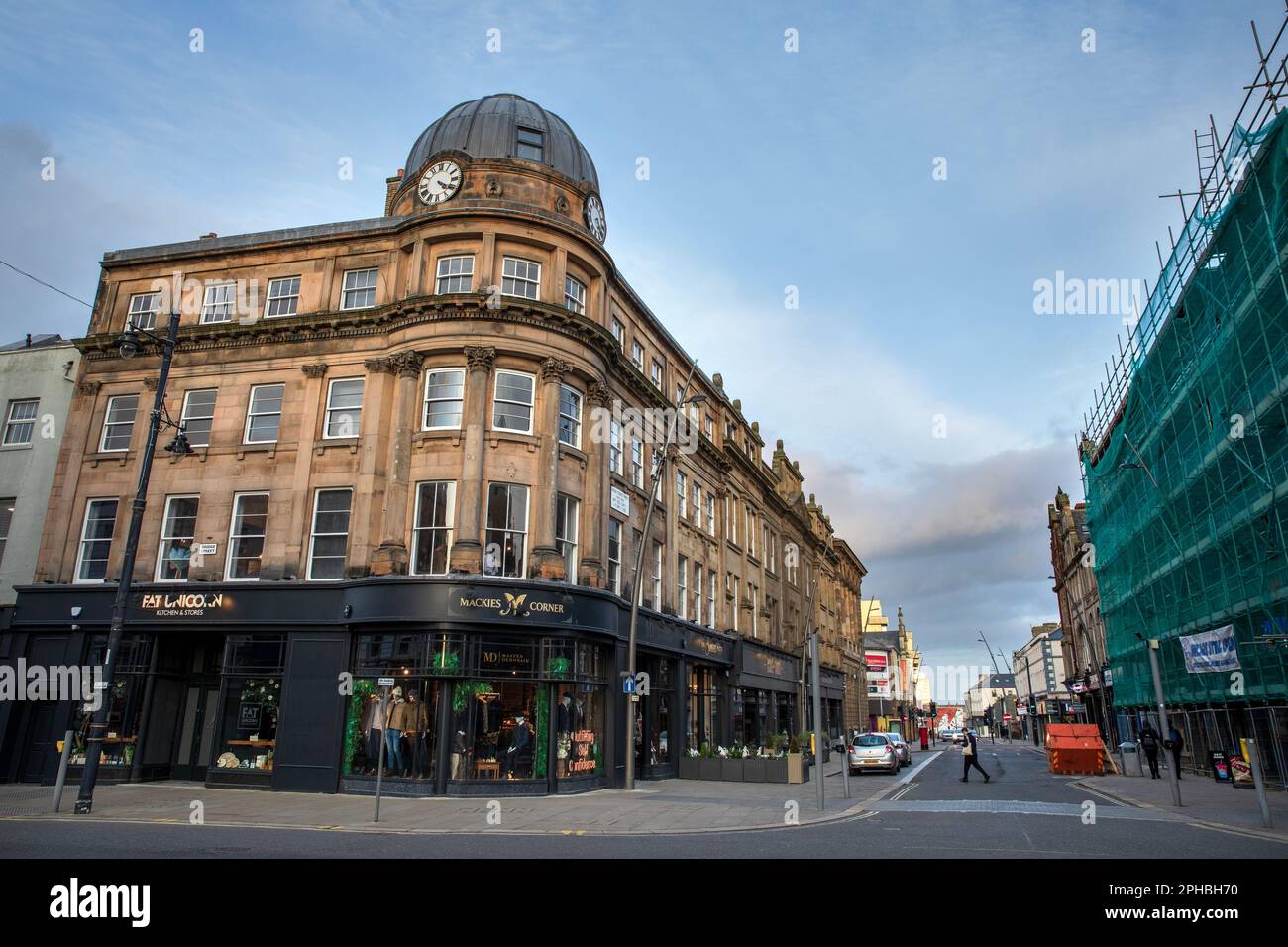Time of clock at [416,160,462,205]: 4:19
